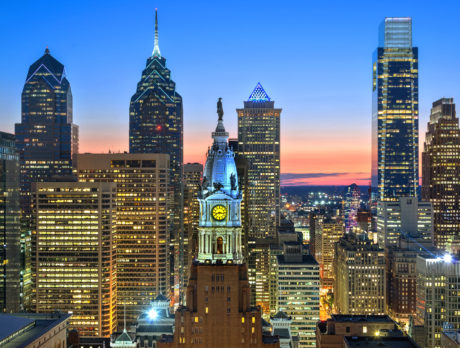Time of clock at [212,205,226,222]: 8:16
